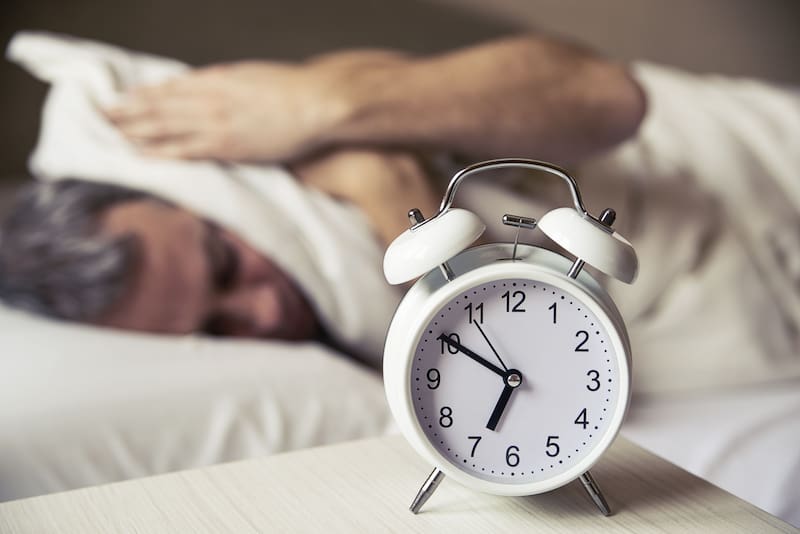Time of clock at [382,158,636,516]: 6:50
